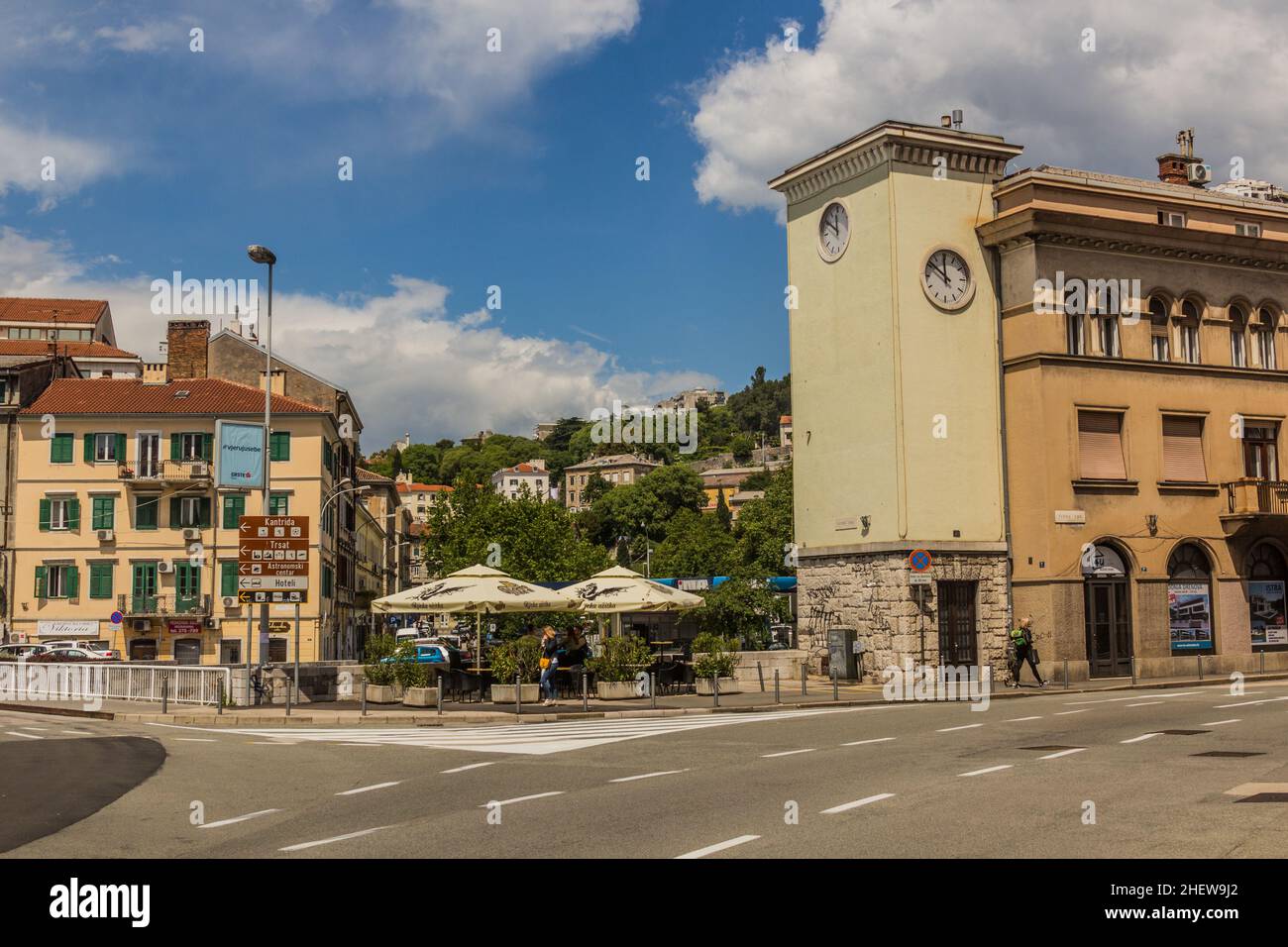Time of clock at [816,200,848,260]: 11:50
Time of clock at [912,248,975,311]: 11:51
